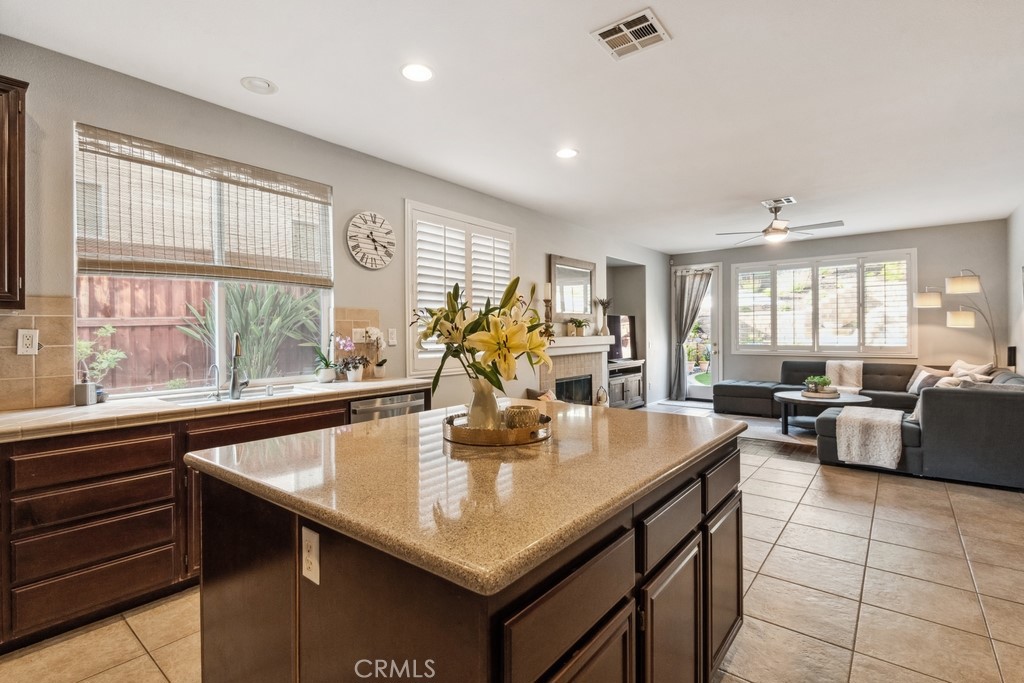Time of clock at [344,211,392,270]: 5:18
